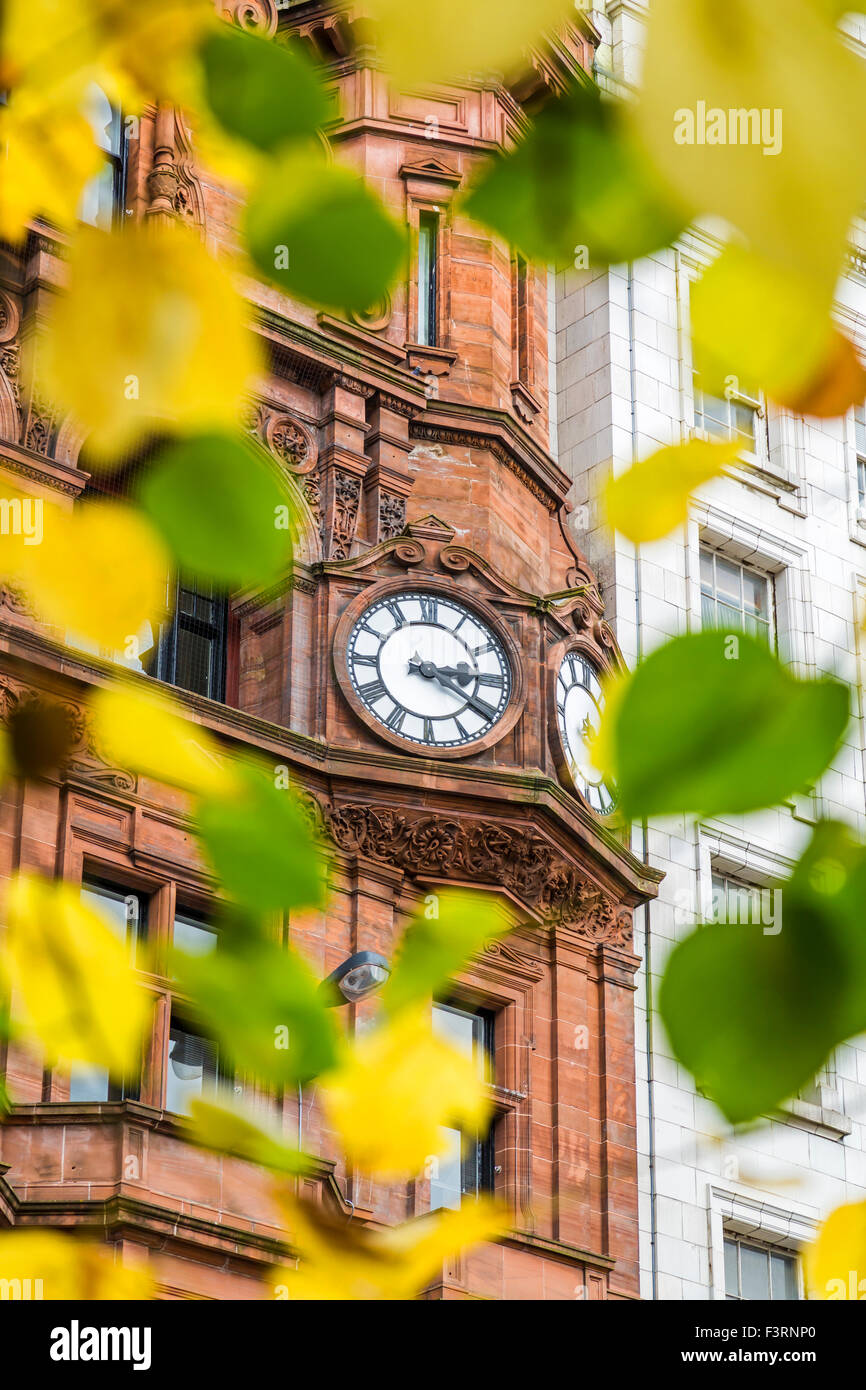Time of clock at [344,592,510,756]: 3:20
